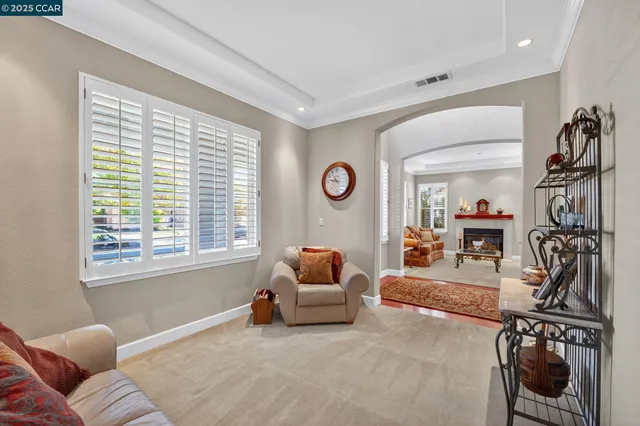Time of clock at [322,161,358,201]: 10:47
